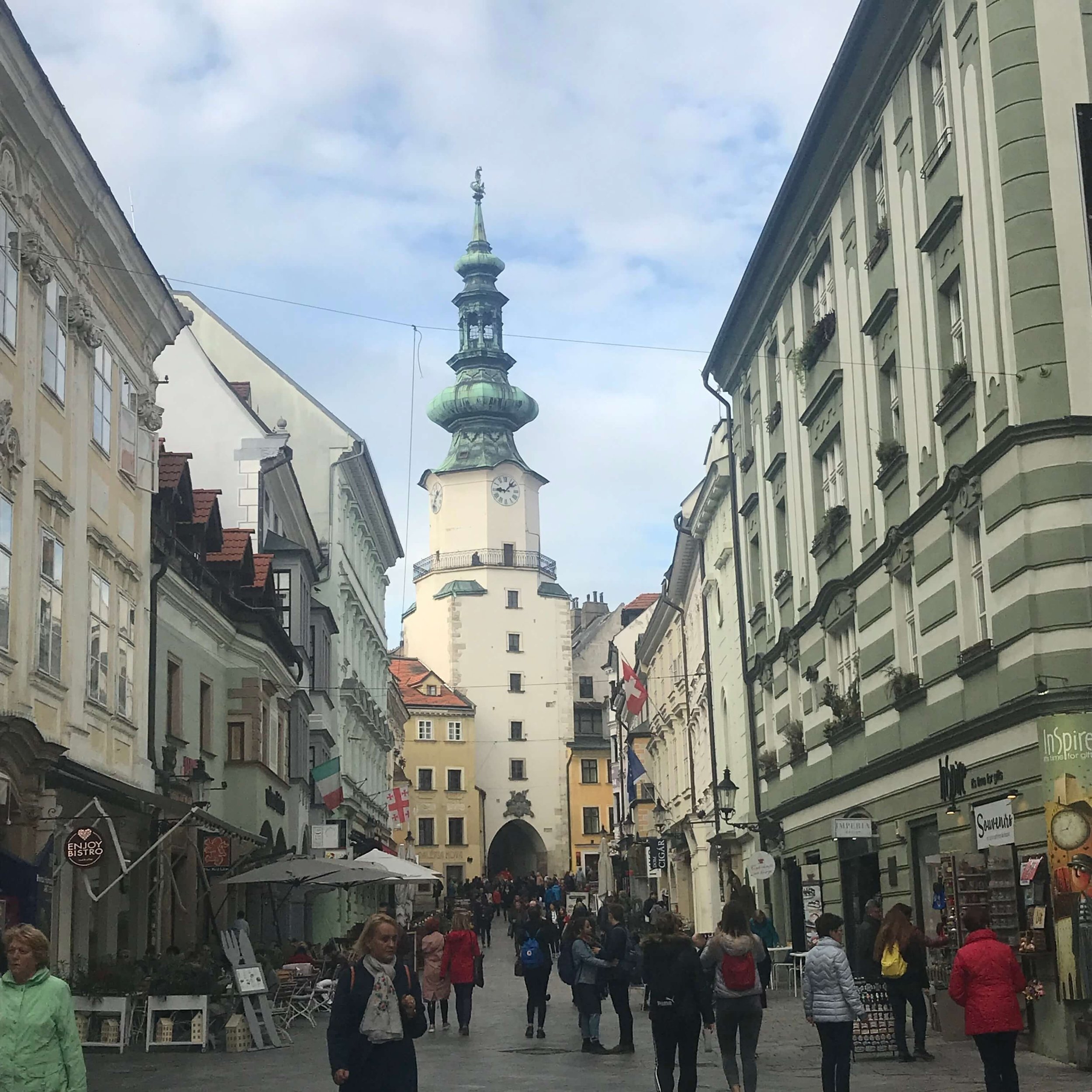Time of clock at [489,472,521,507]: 9:07
